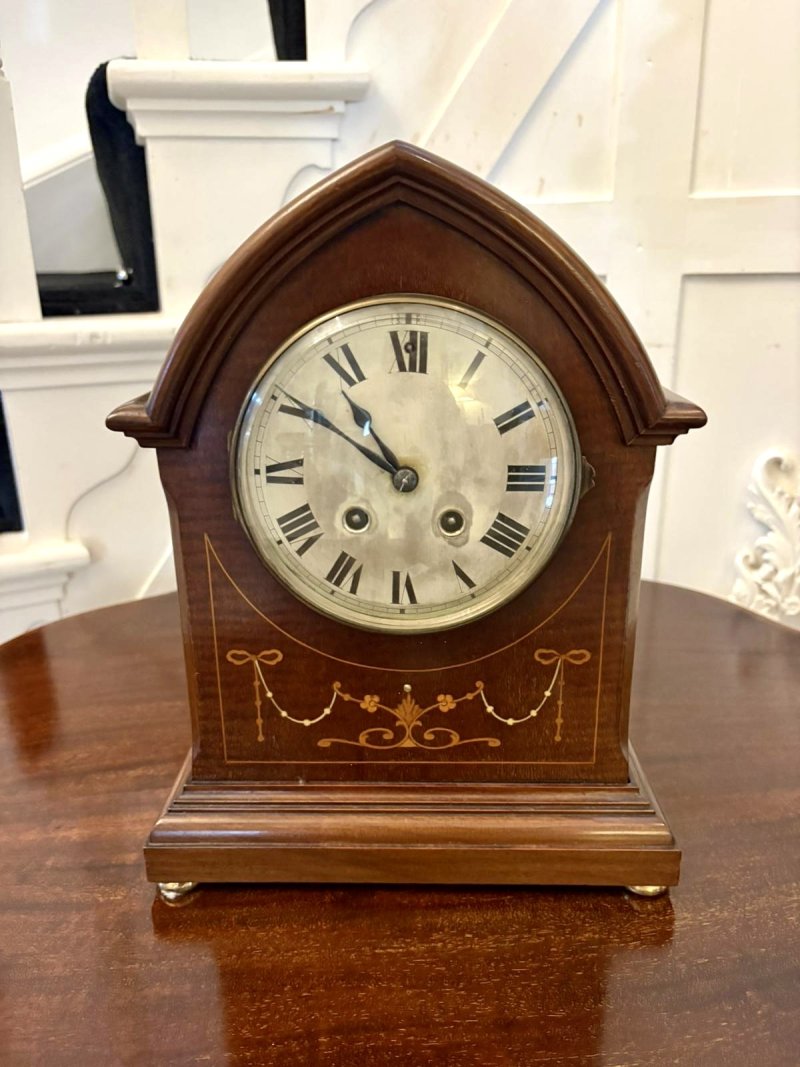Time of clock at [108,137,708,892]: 10:50
